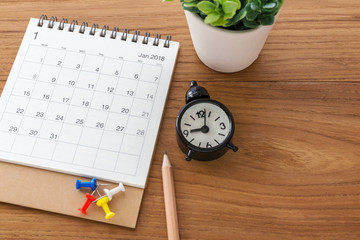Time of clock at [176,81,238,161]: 9:01
